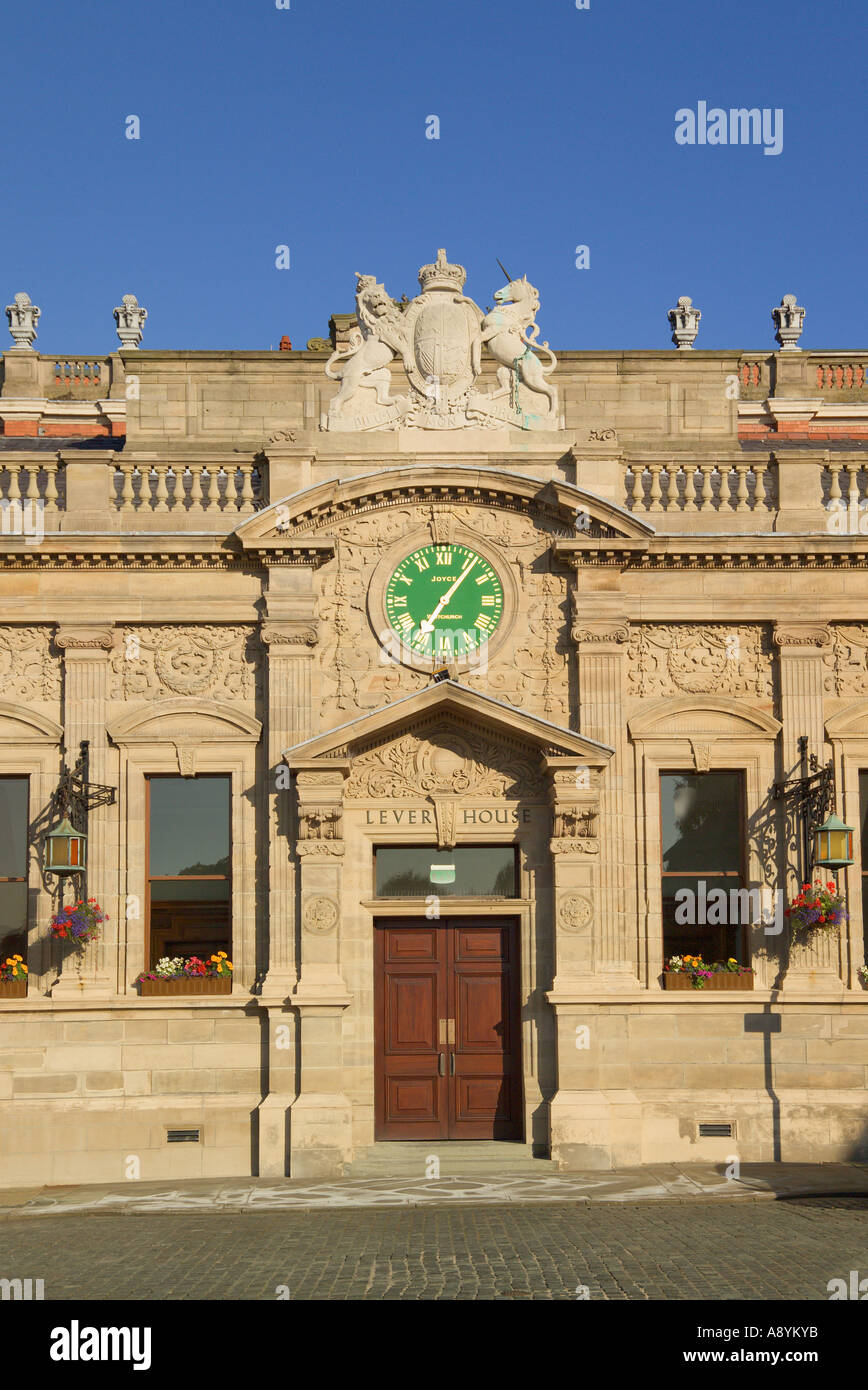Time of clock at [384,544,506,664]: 7:06
